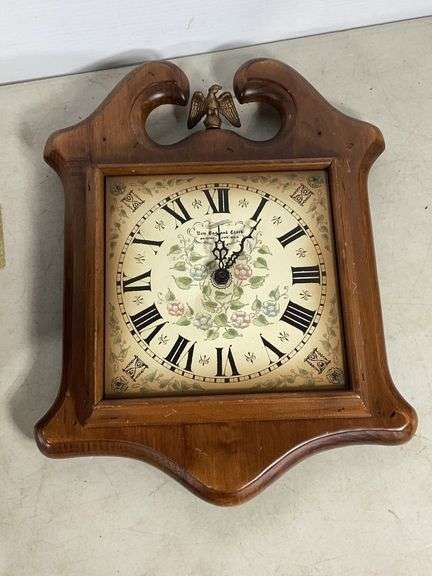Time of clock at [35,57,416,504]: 12:05
